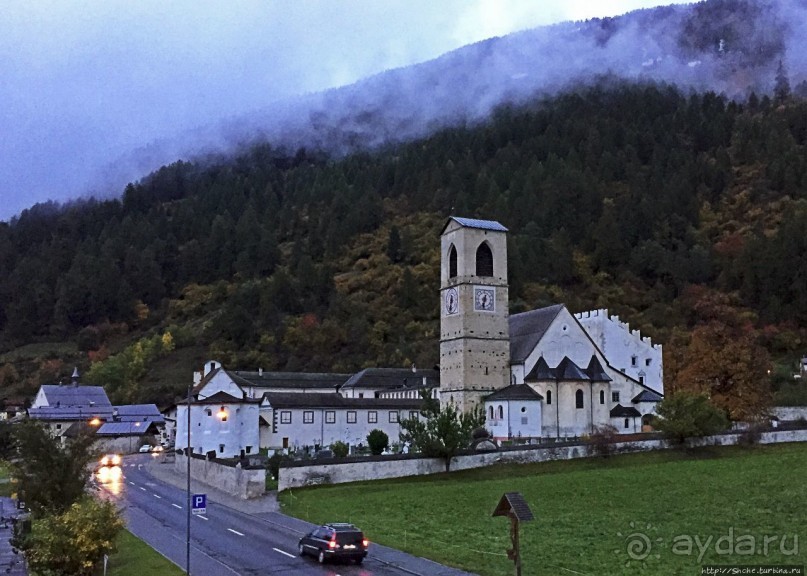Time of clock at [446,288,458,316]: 6:32
